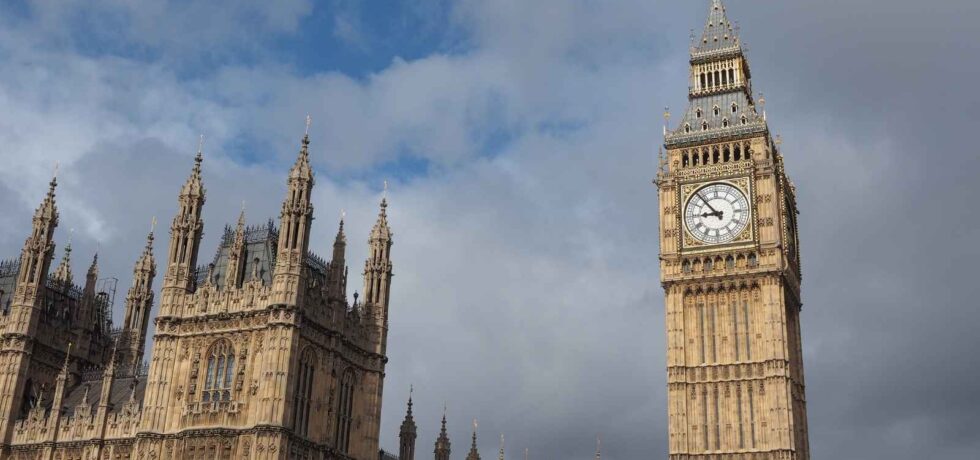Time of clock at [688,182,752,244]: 8:53
